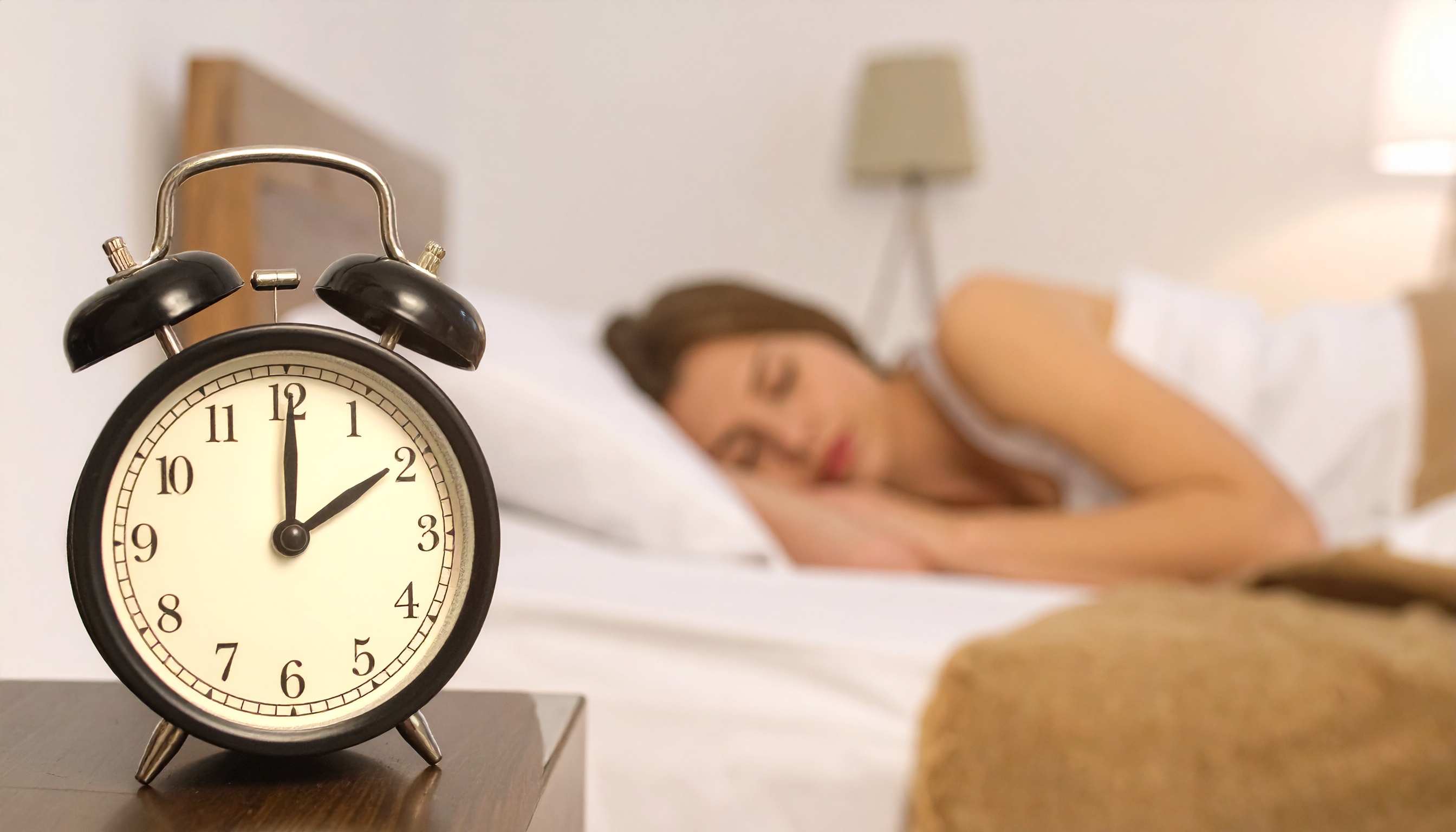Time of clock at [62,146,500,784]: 2:00
